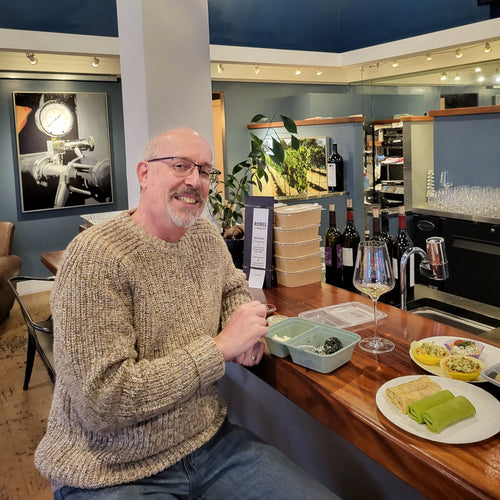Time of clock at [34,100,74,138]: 1:38
